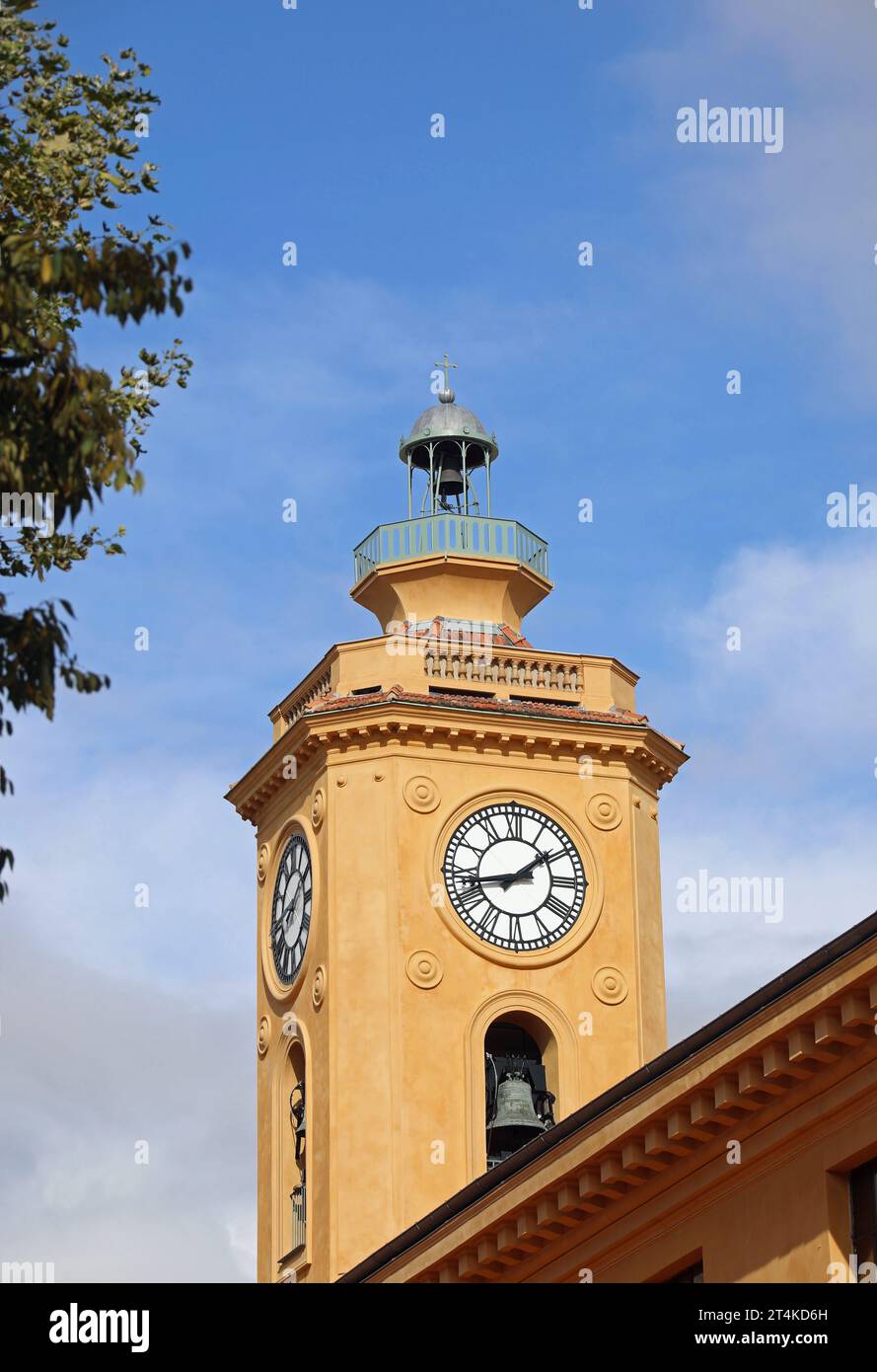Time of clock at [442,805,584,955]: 1:43
